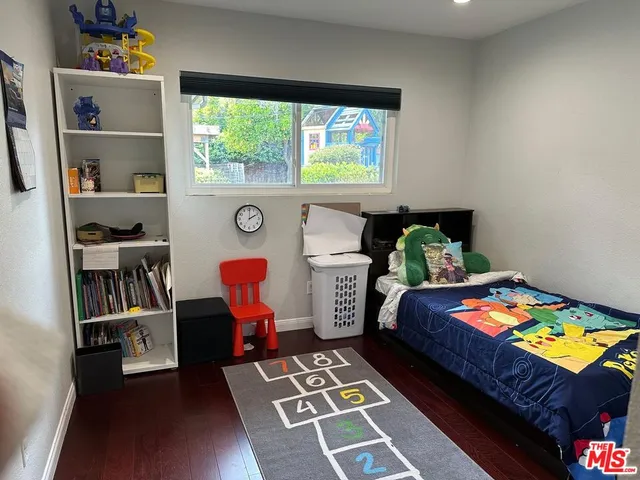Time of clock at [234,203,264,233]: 2:00
